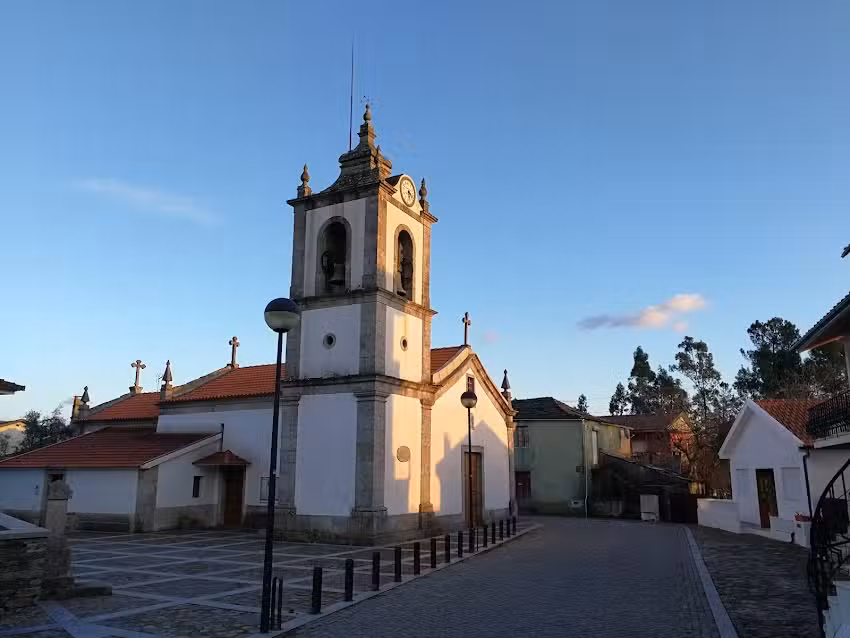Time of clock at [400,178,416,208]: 5:18
